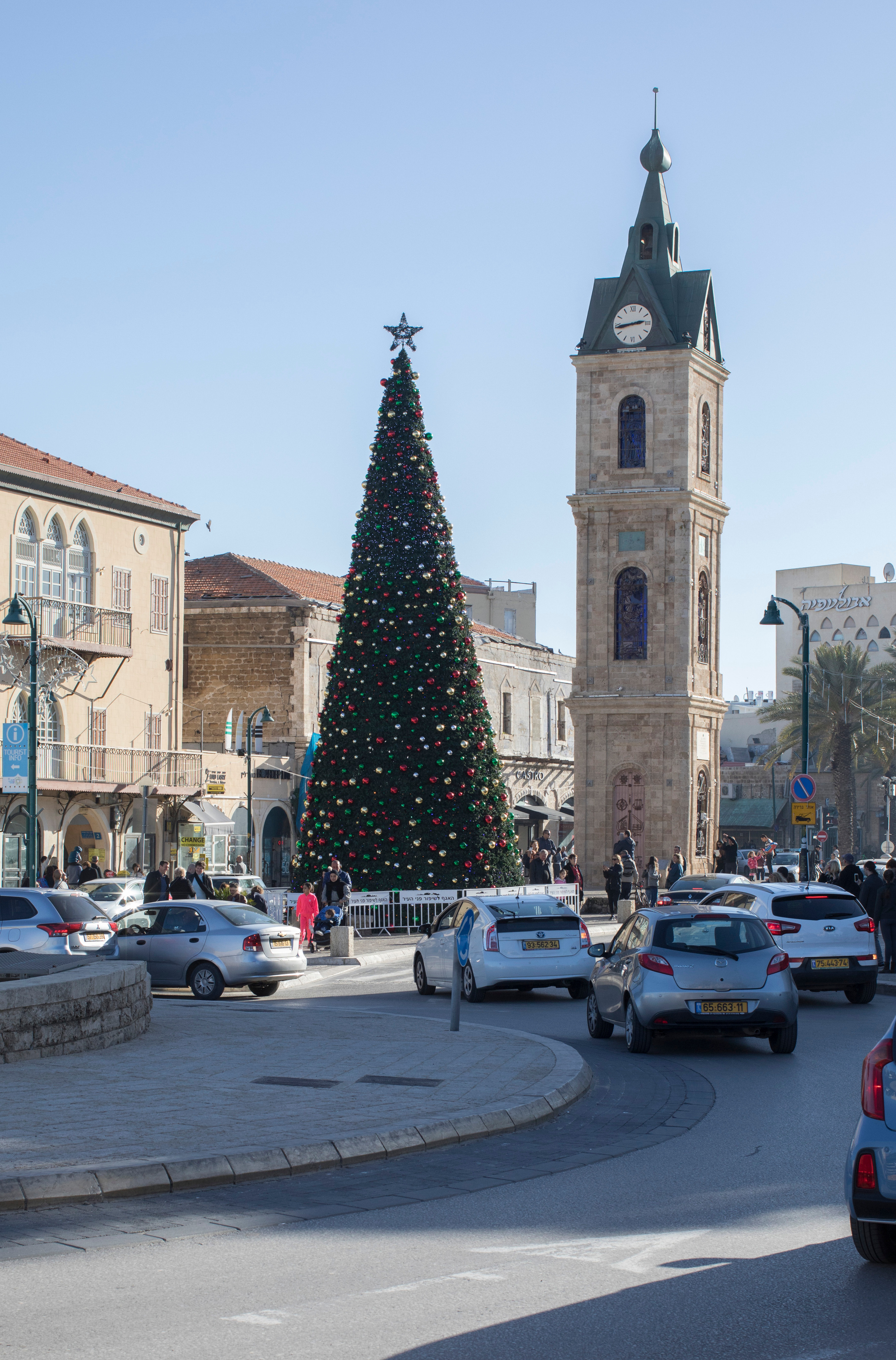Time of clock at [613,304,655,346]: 2:43
